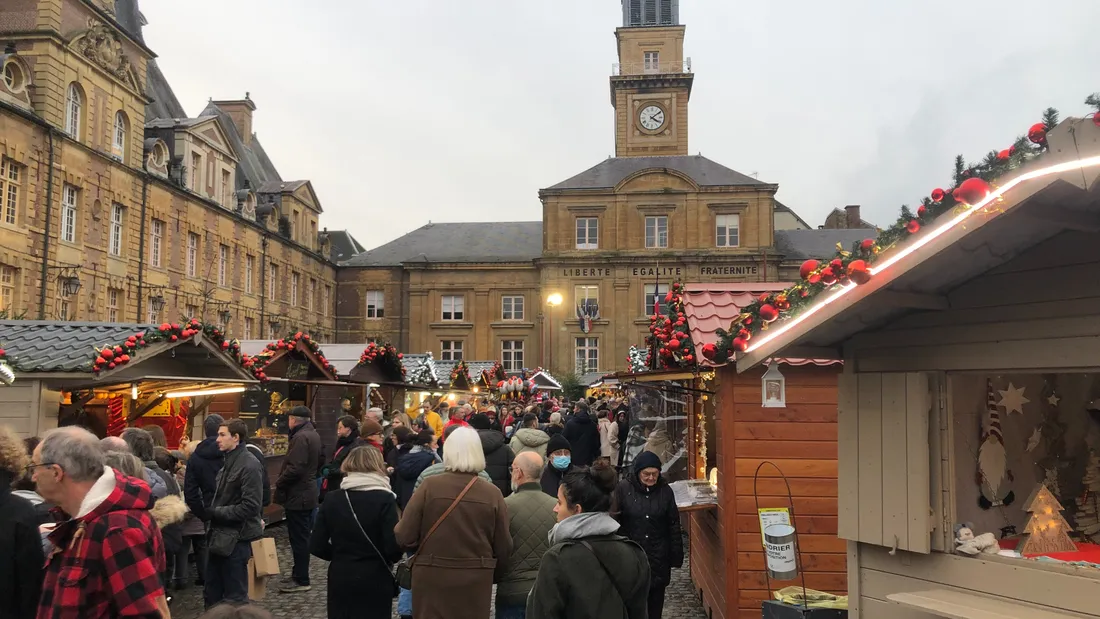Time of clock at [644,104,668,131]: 4:09
